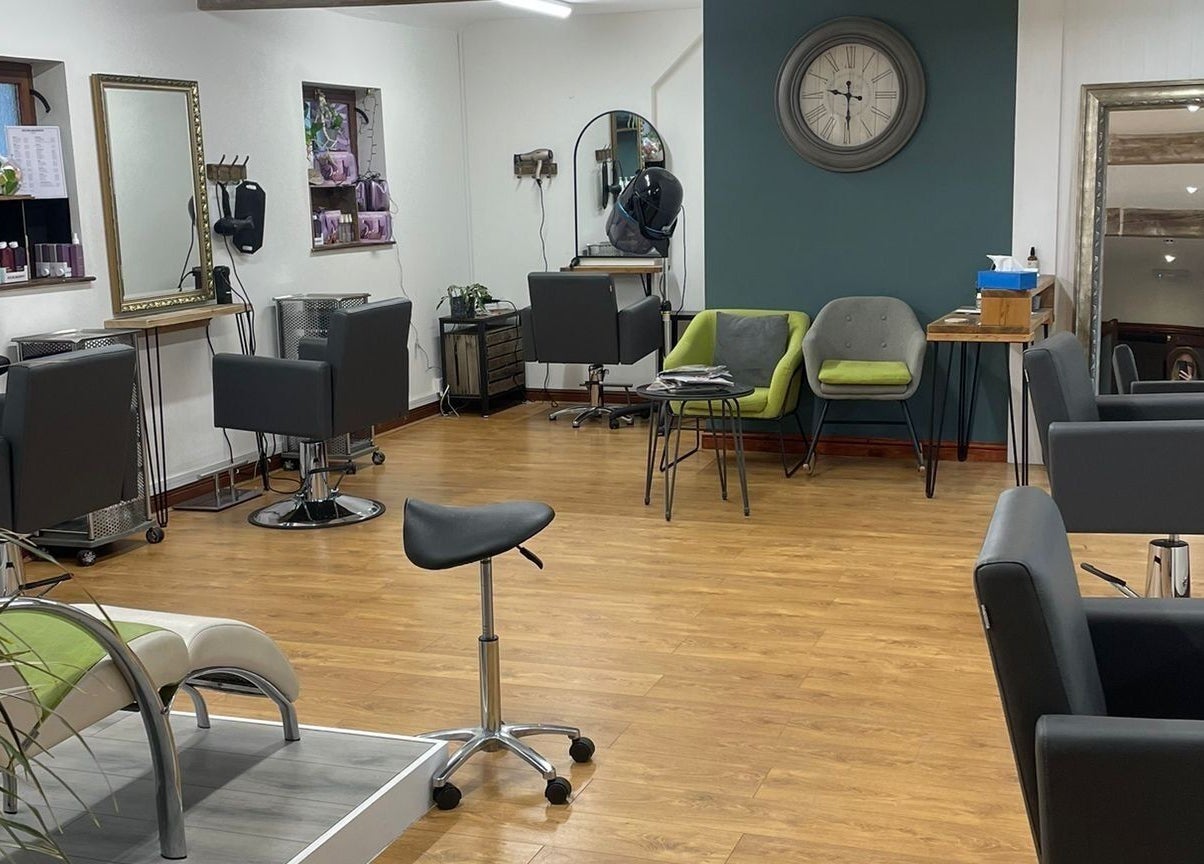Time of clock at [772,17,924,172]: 9:29
